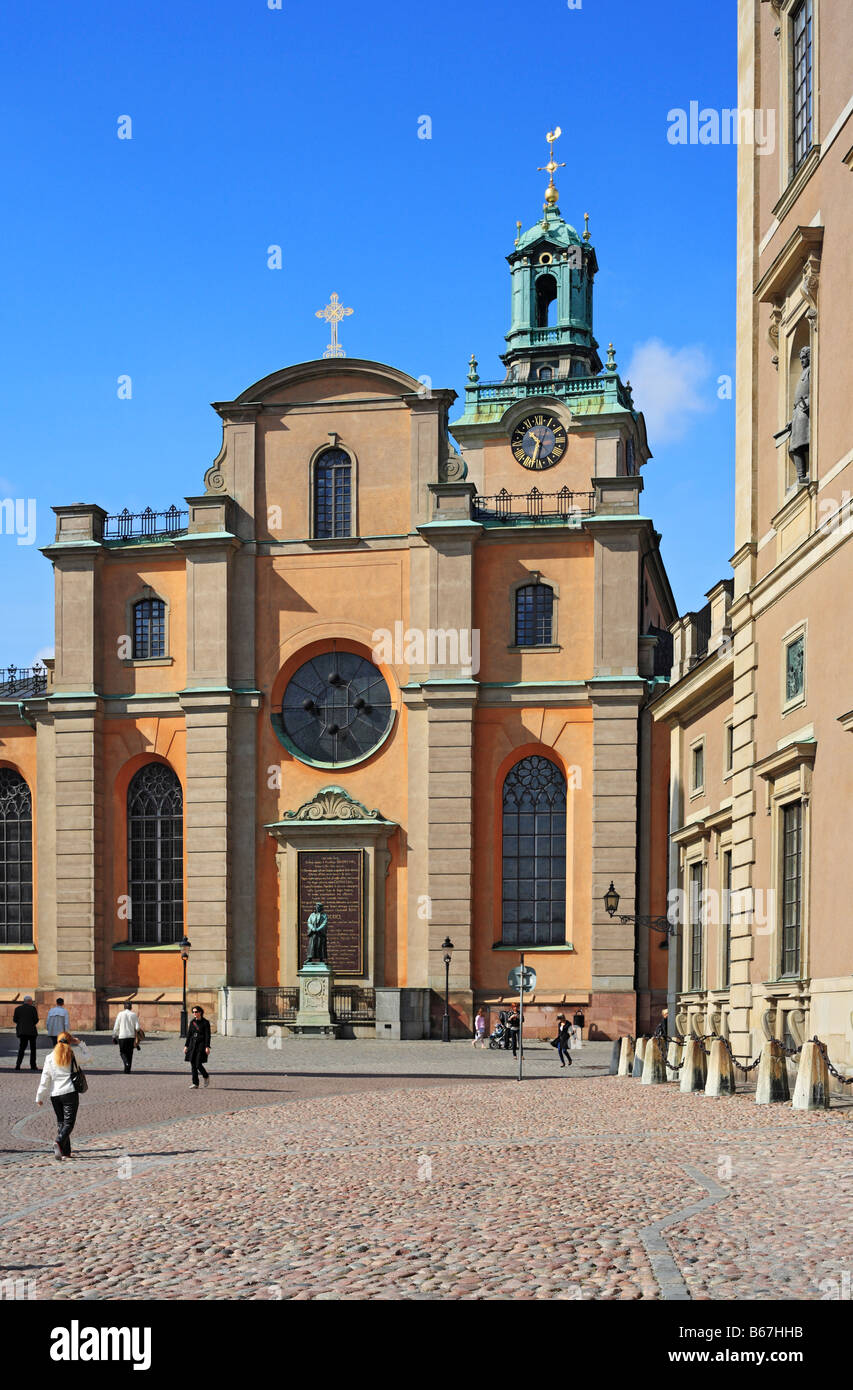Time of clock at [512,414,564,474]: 10:32
